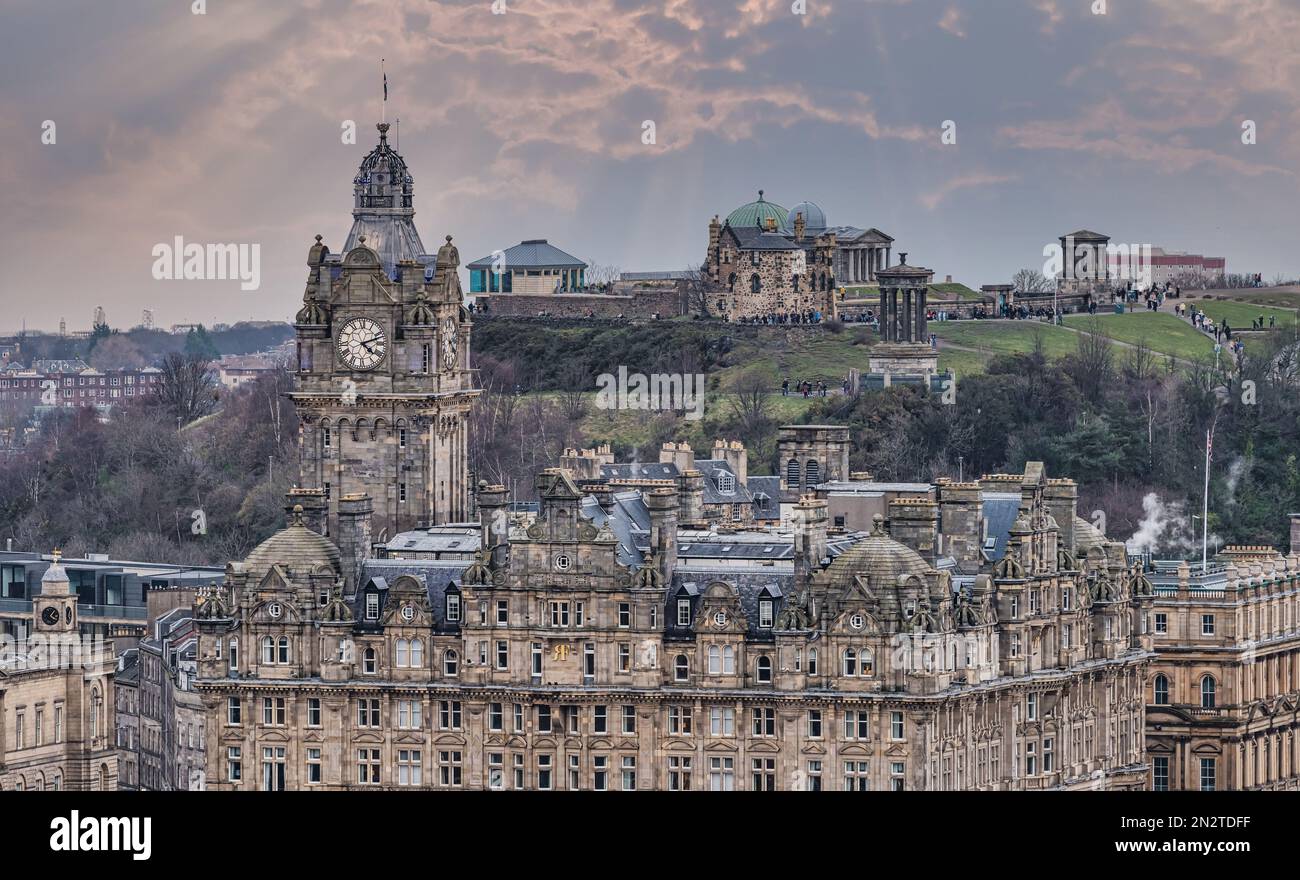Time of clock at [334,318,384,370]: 4:11
